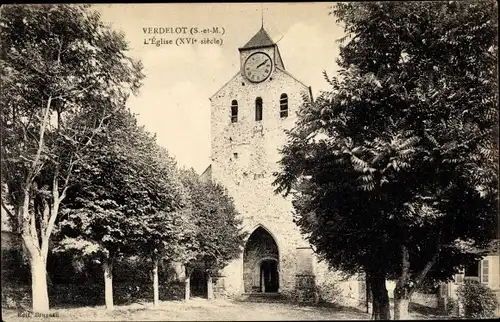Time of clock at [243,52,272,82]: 2:09
